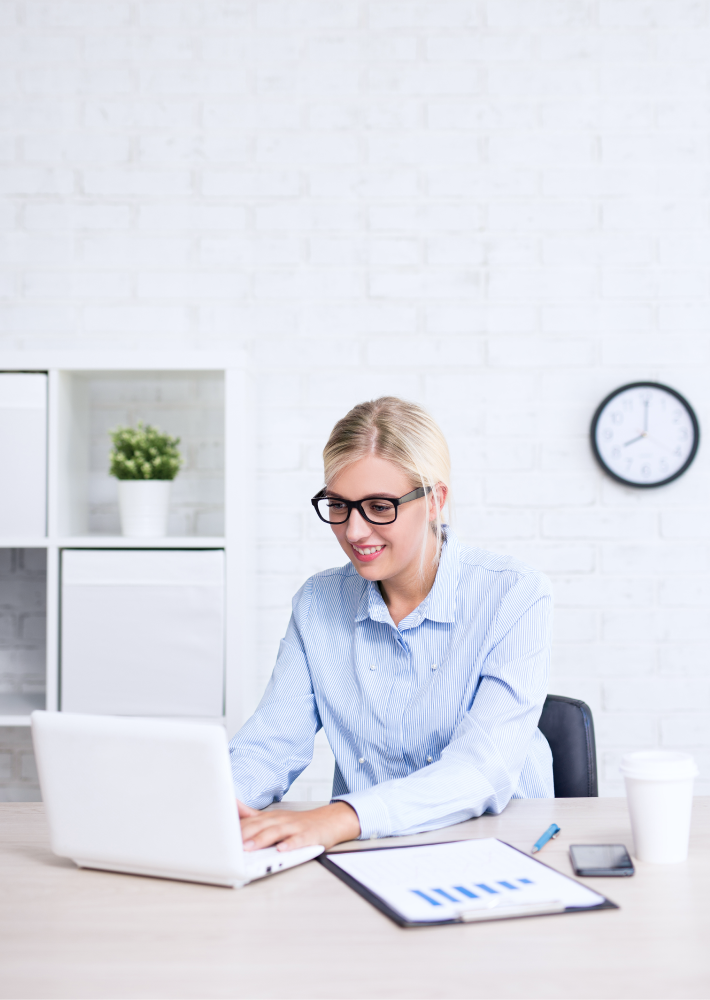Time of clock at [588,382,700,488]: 8:00
